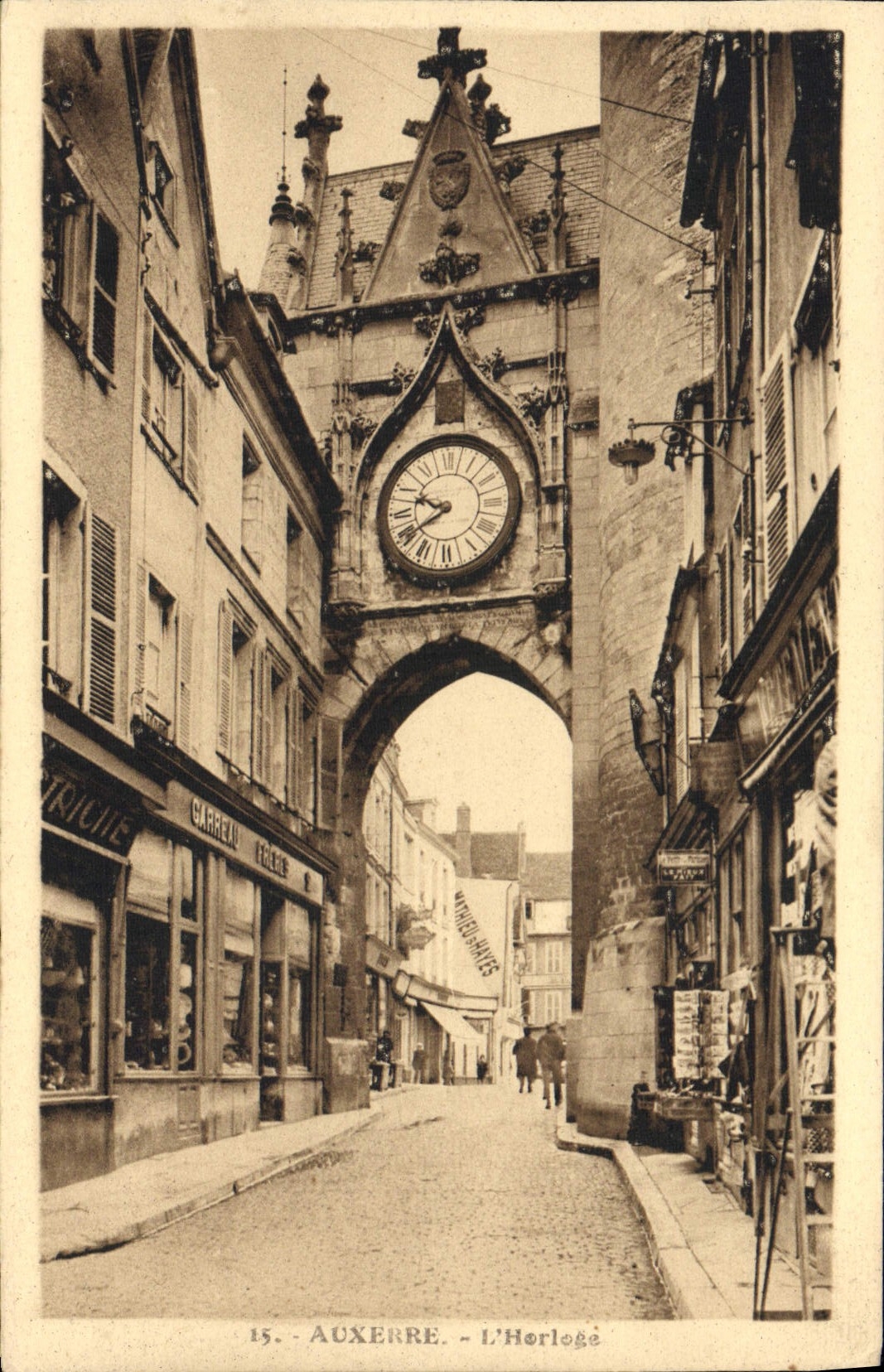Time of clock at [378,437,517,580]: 9:40
